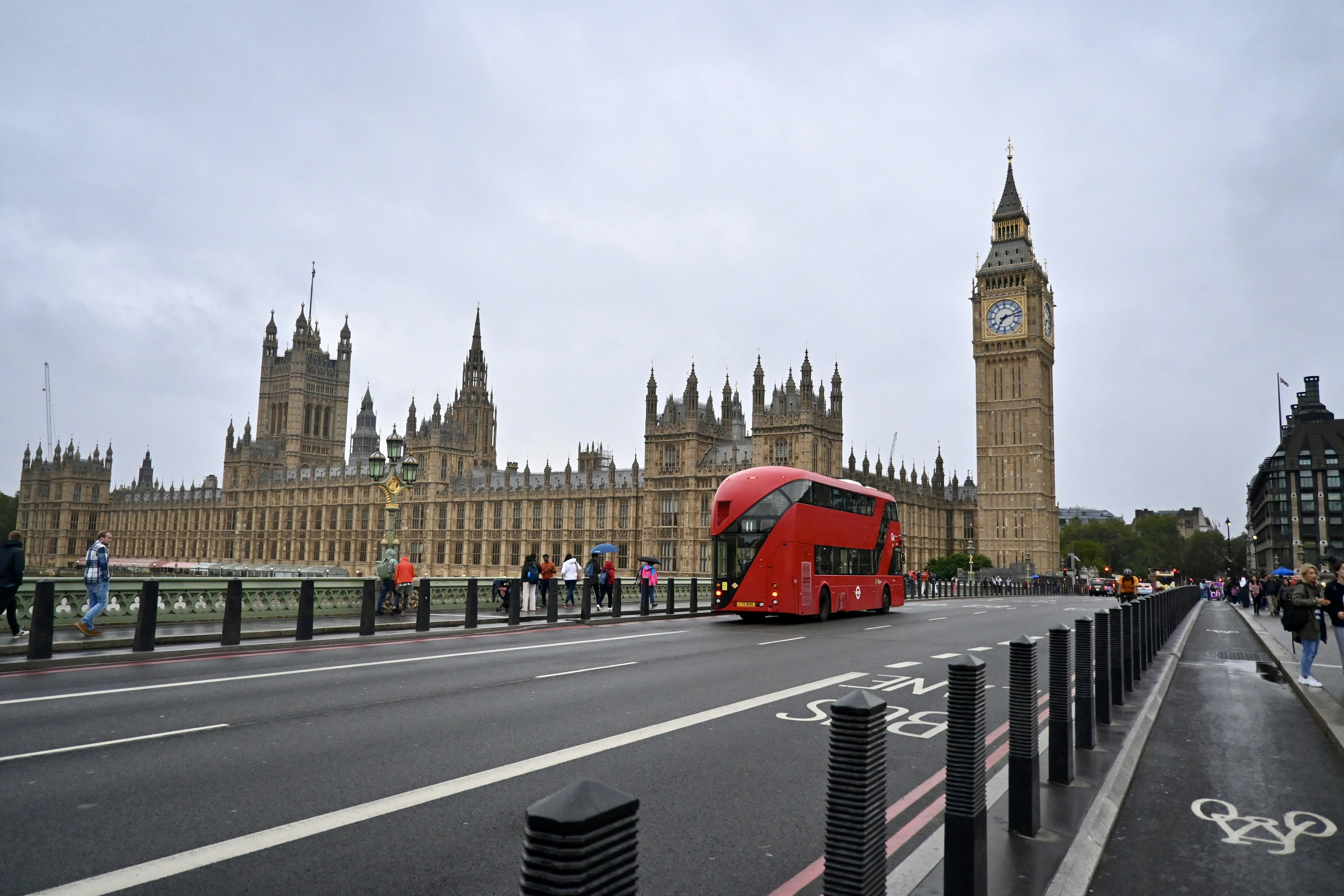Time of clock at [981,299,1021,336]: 7:12
